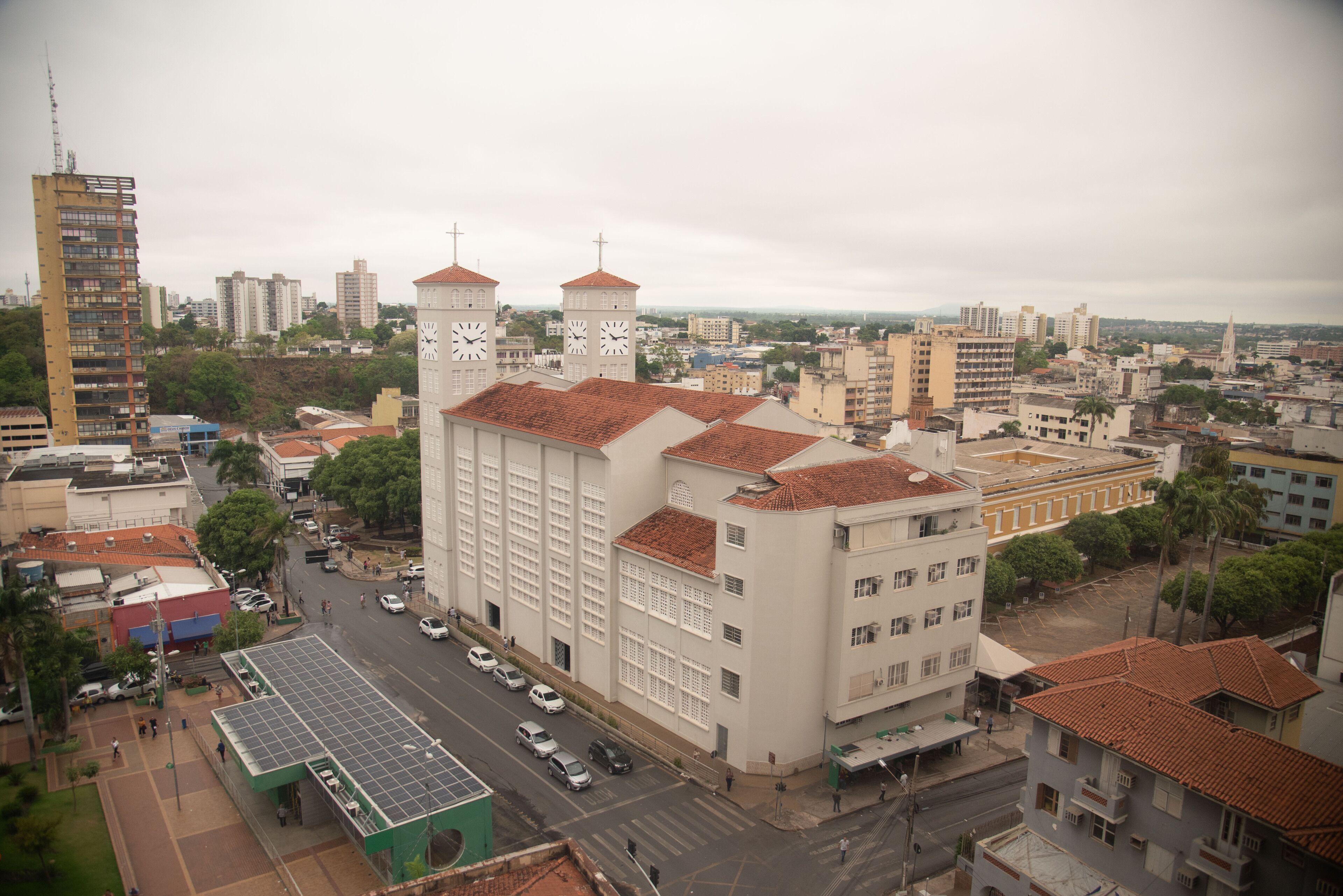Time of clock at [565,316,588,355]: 10:13
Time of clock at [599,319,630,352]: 10:13
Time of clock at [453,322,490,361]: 10:12
